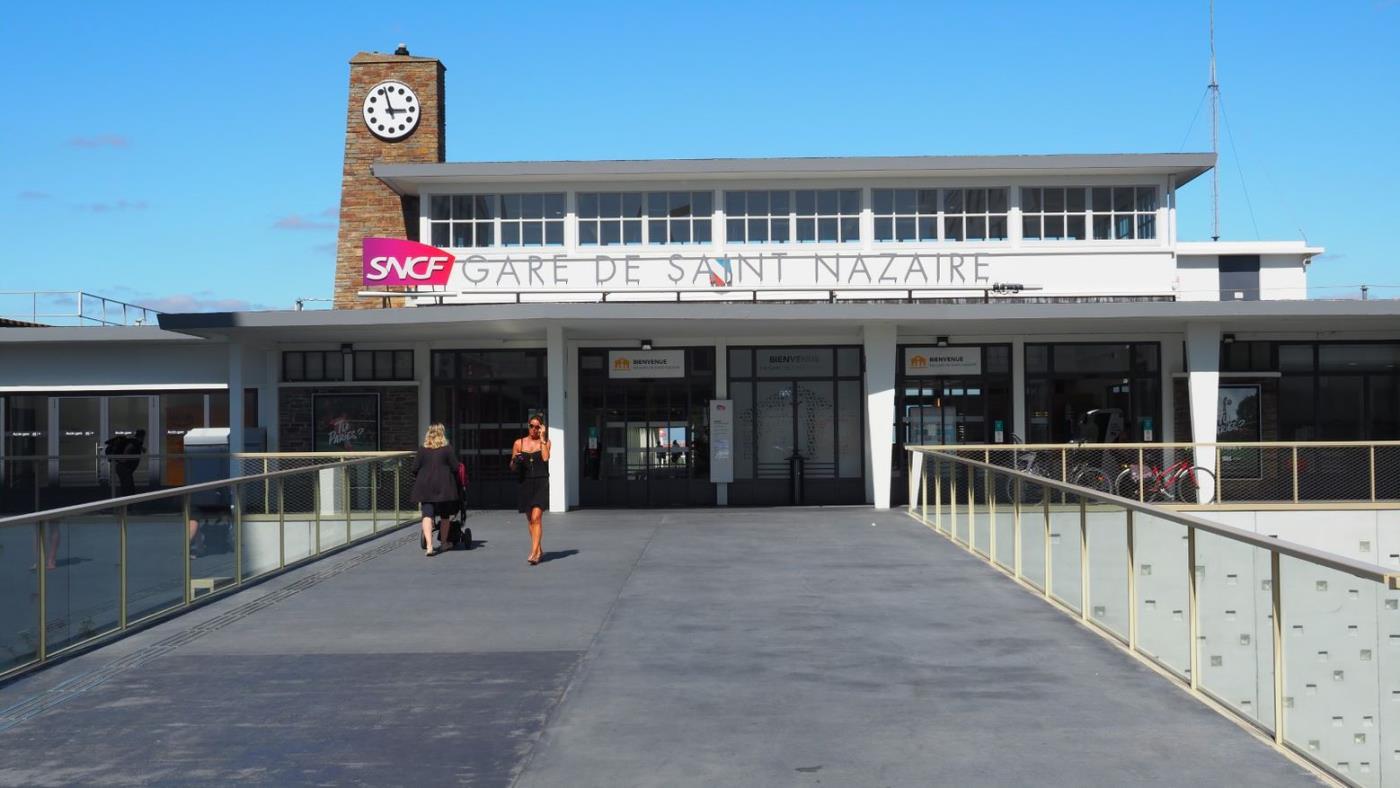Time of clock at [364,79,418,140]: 2:57
